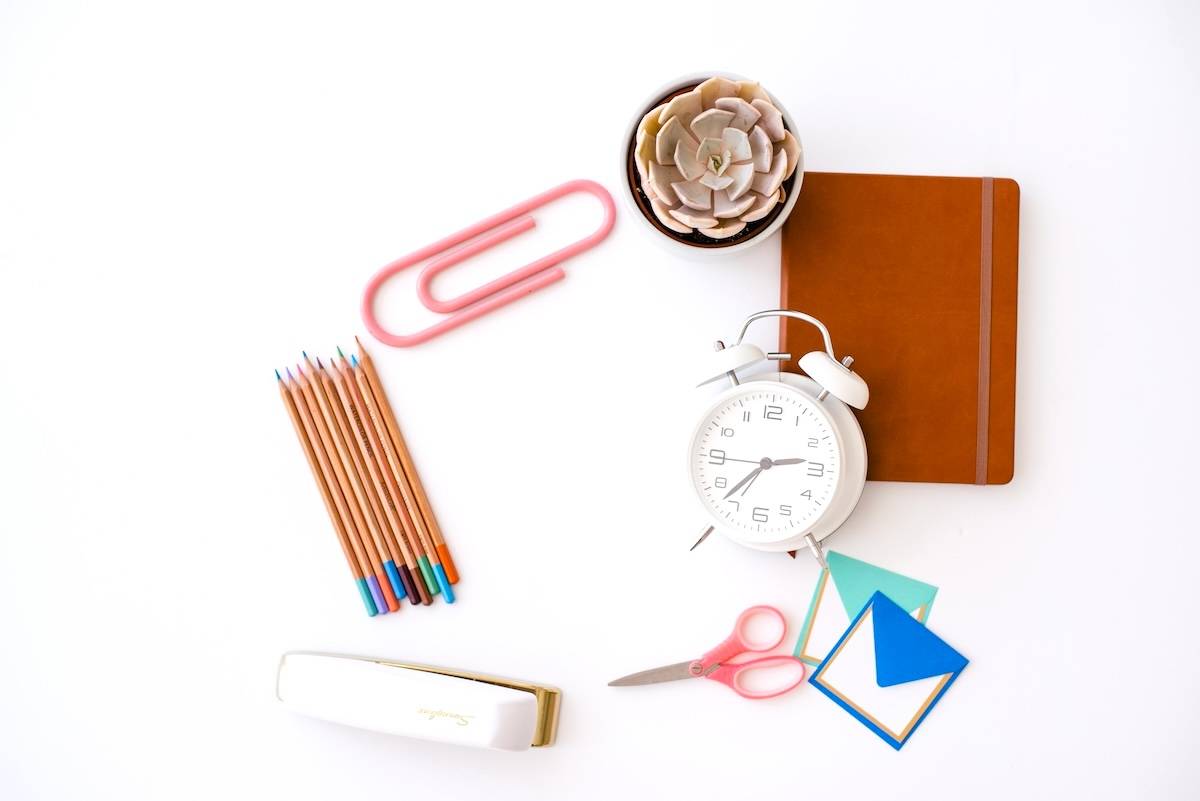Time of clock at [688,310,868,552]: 2:37
